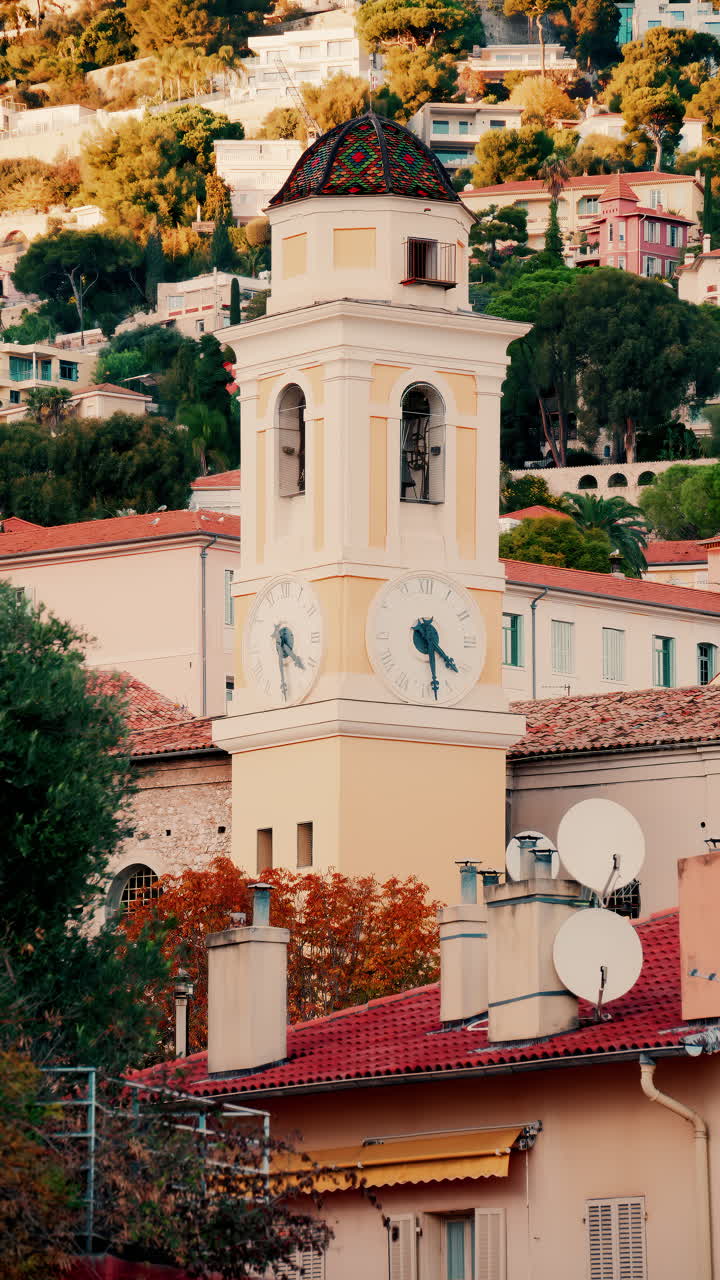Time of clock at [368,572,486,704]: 4:28
